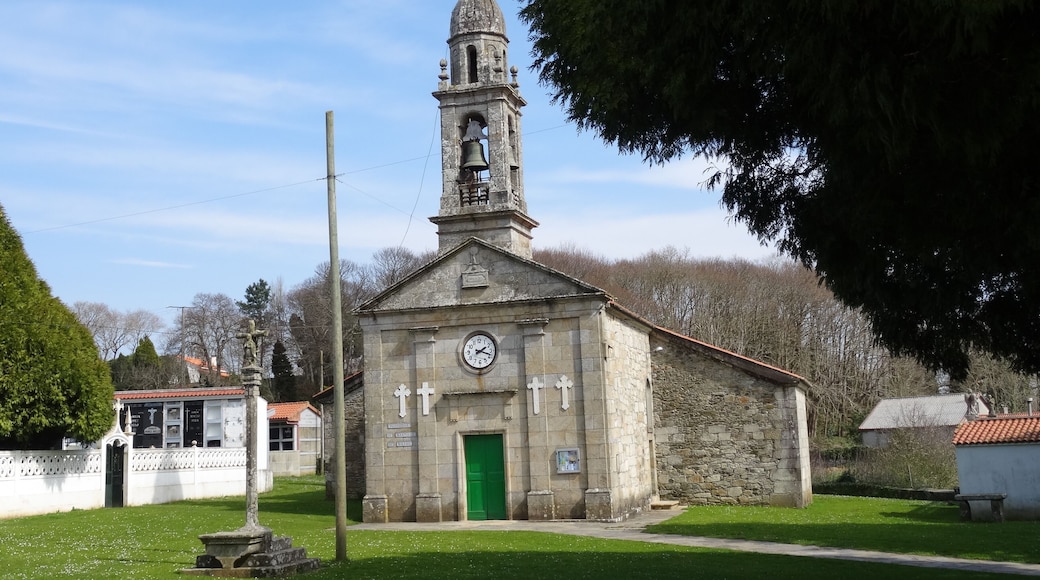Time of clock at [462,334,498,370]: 2:18
